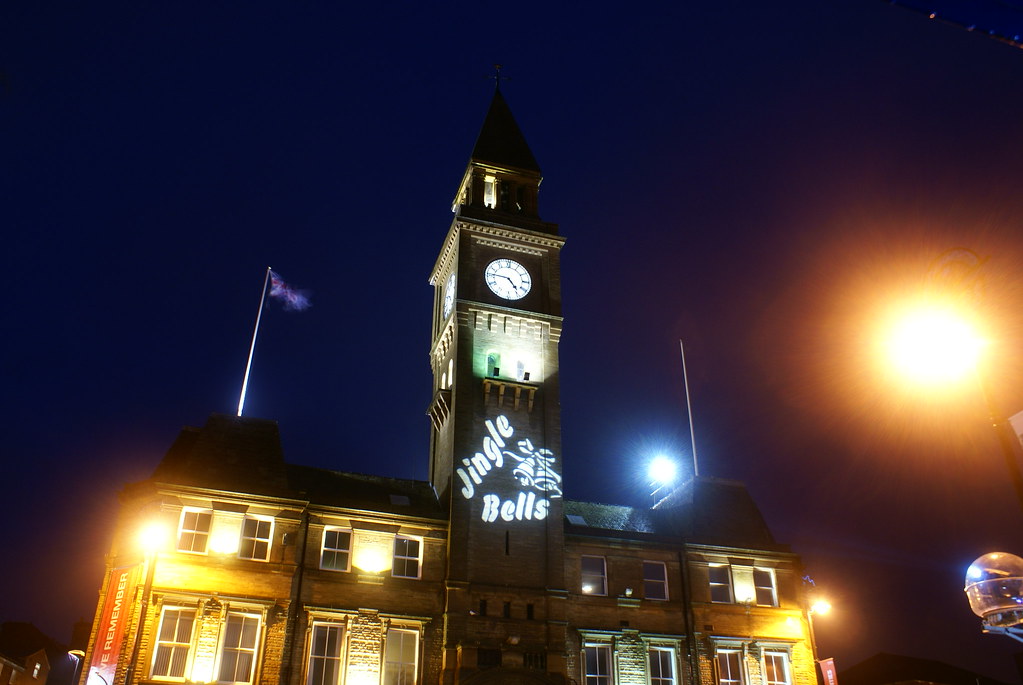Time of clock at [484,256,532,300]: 4:45
